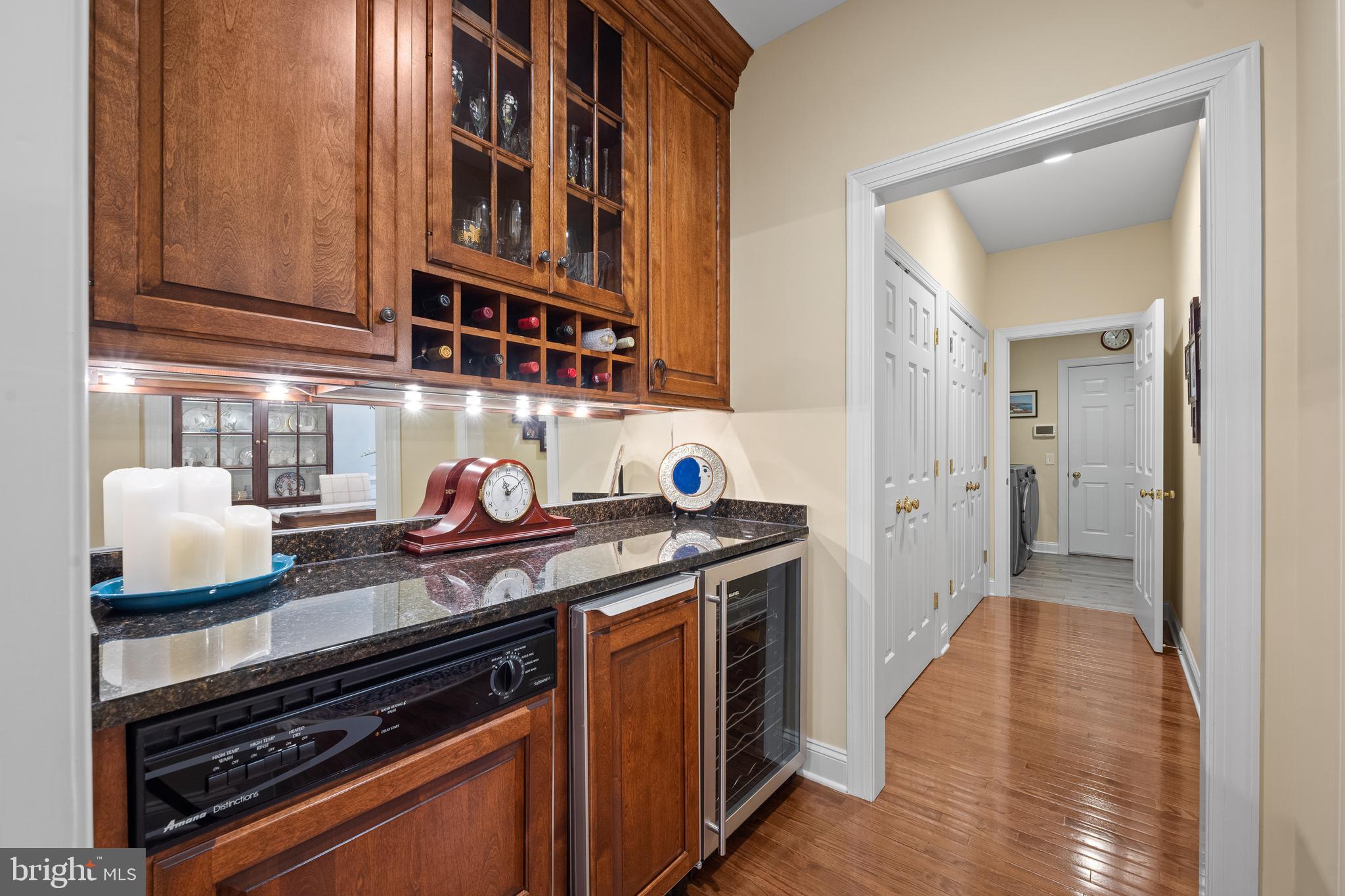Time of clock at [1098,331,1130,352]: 11:04
